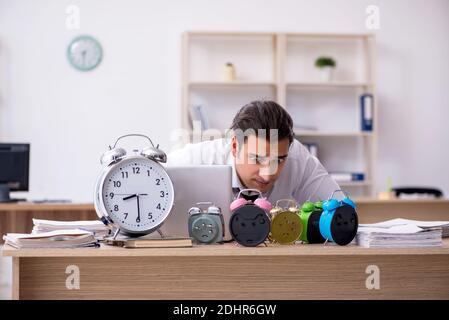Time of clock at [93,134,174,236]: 8:29
